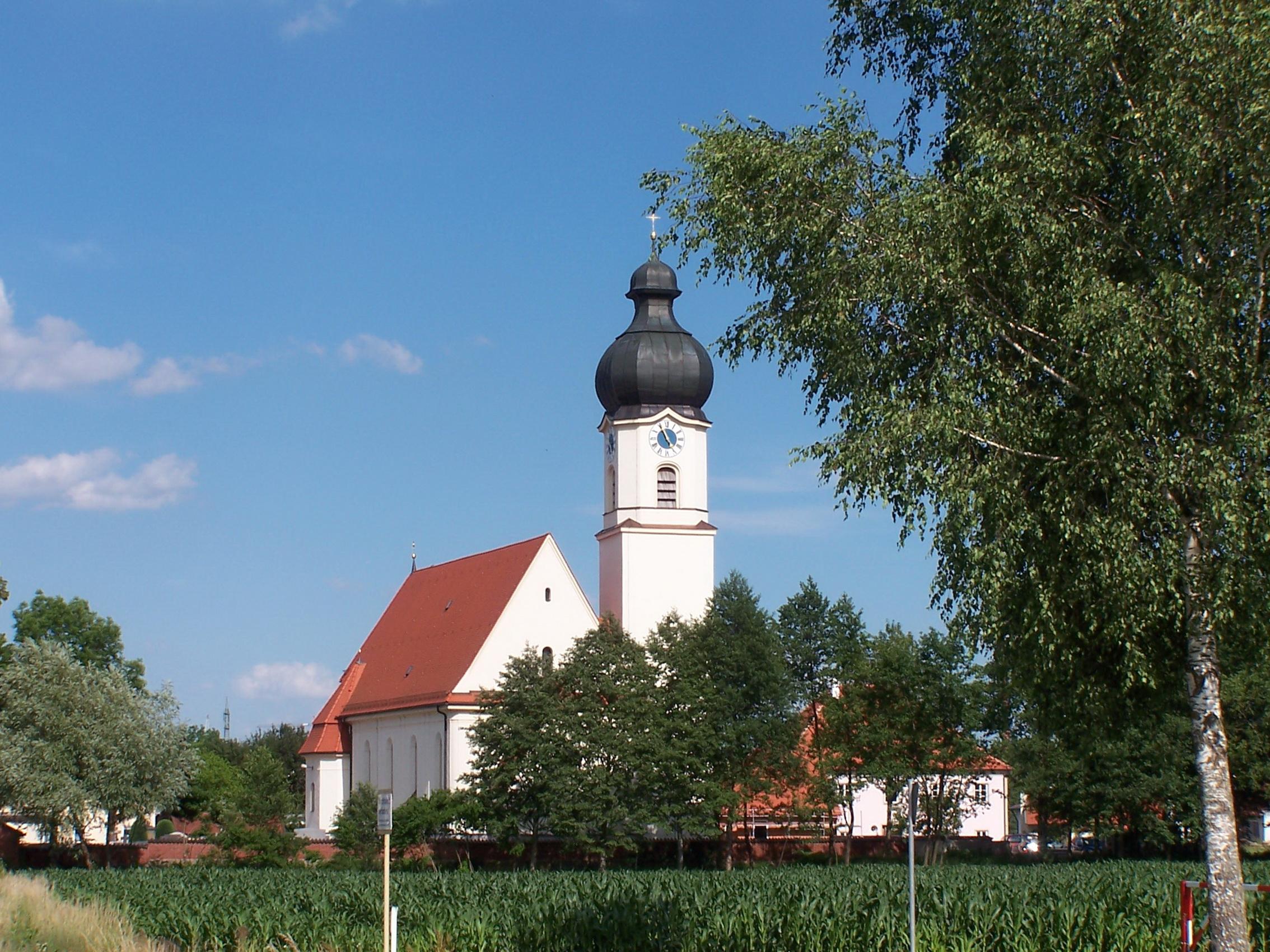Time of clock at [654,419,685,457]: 4:55
